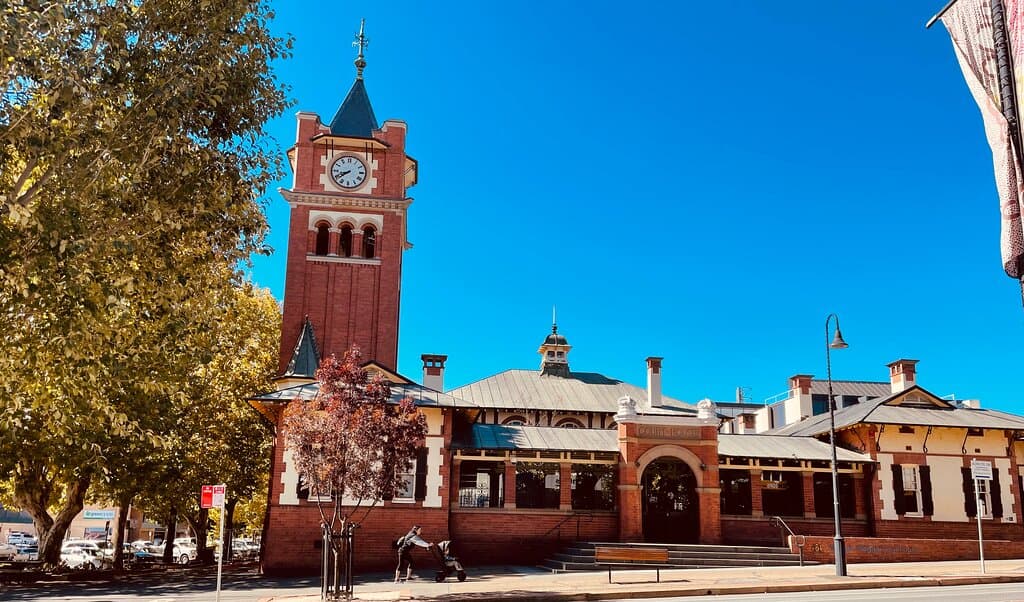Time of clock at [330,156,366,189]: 7:41
